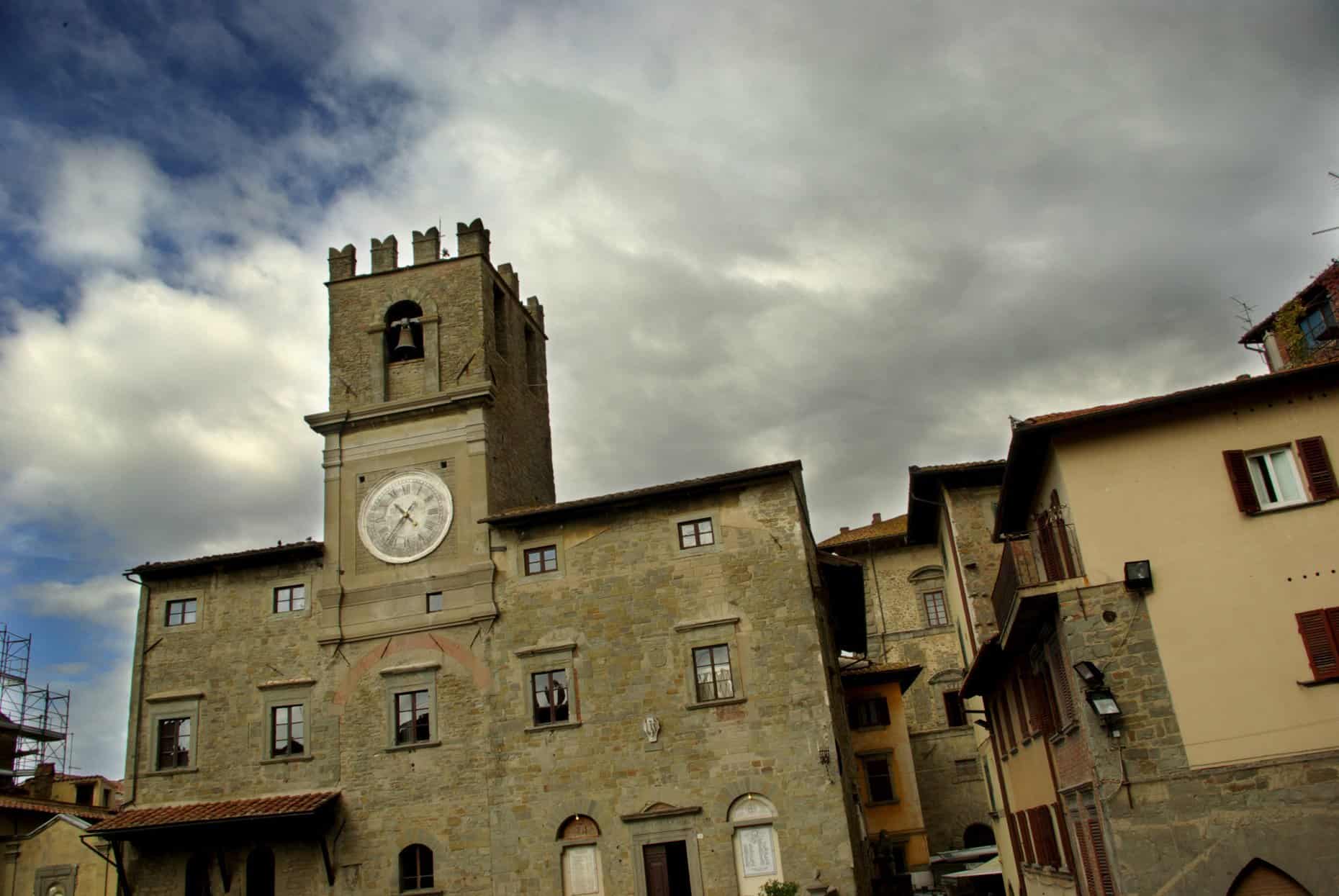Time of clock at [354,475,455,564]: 4:36
